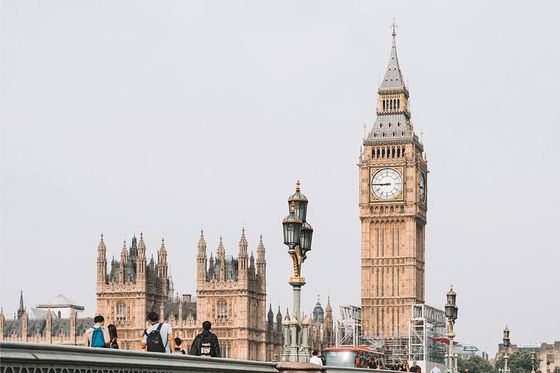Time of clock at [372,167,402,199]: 8:45
